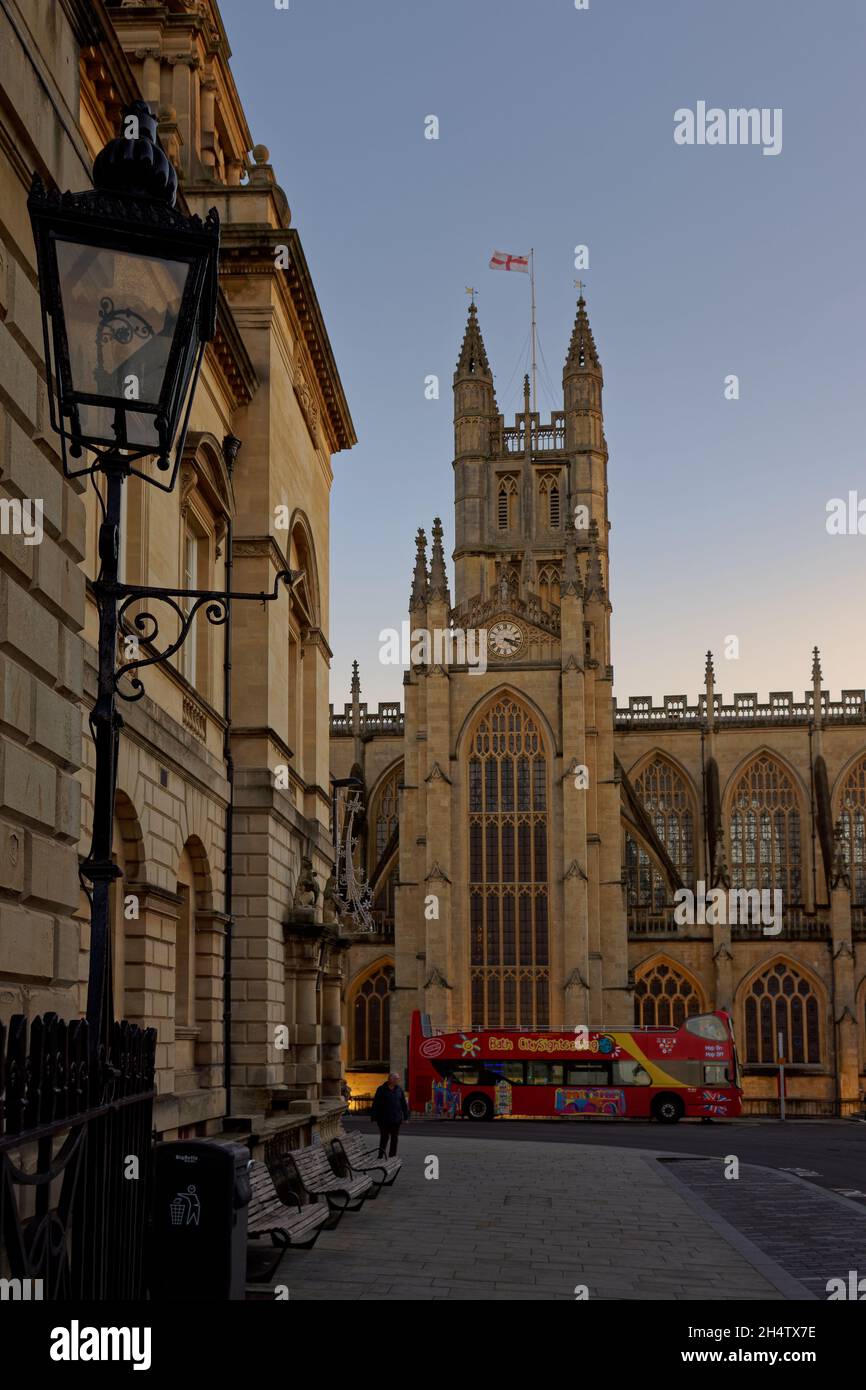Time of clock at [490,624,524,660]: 4:17
